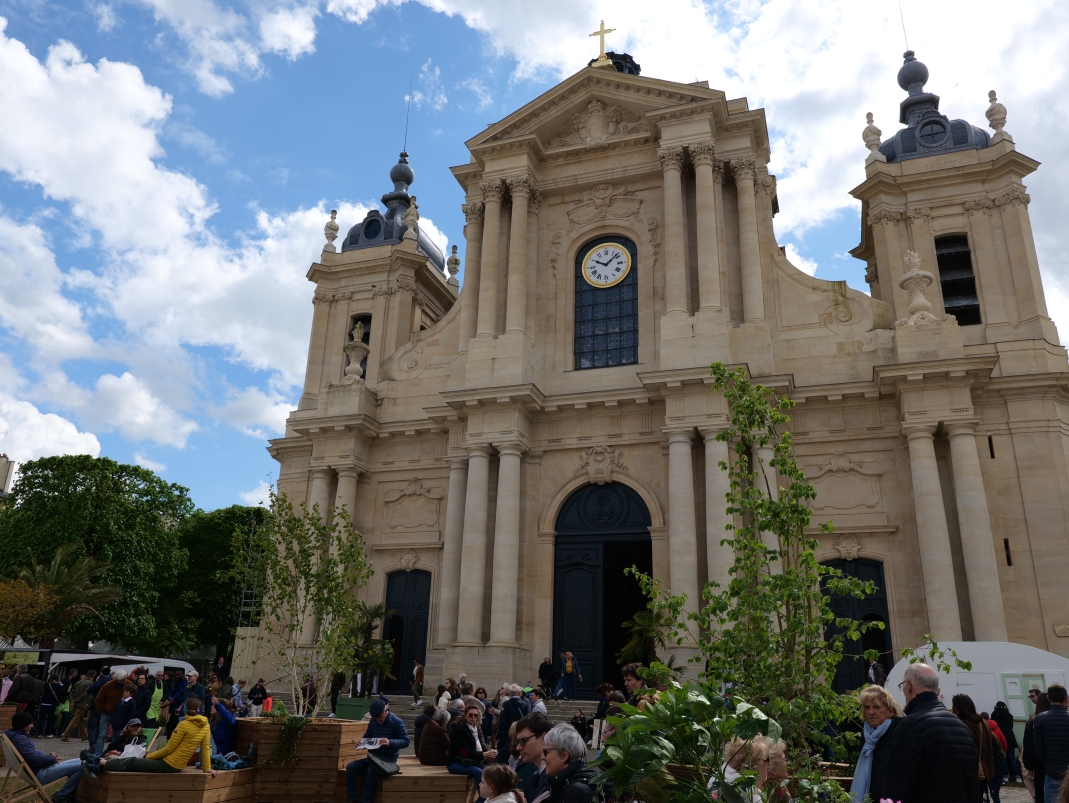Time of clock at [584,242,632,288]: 10:07
